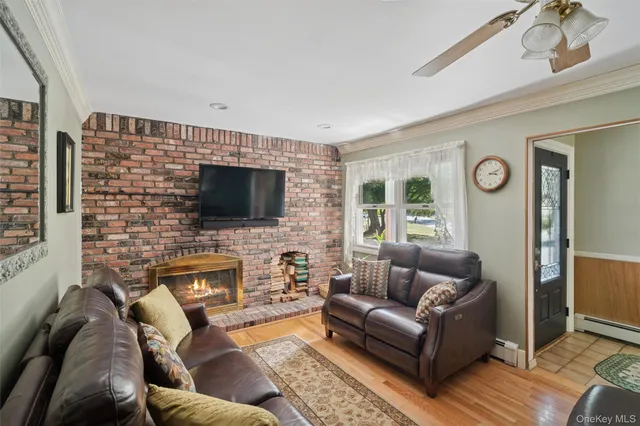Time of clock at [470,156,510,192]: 3:11
